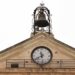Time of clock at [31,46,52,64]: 11:39
